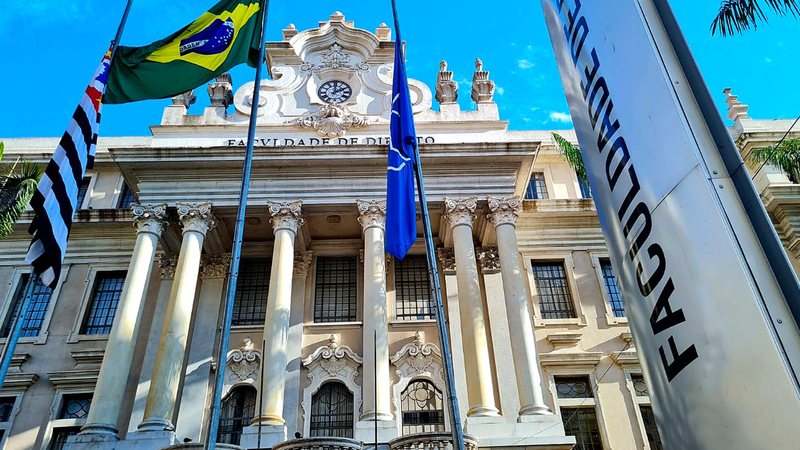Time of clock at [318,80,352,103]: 2:00
